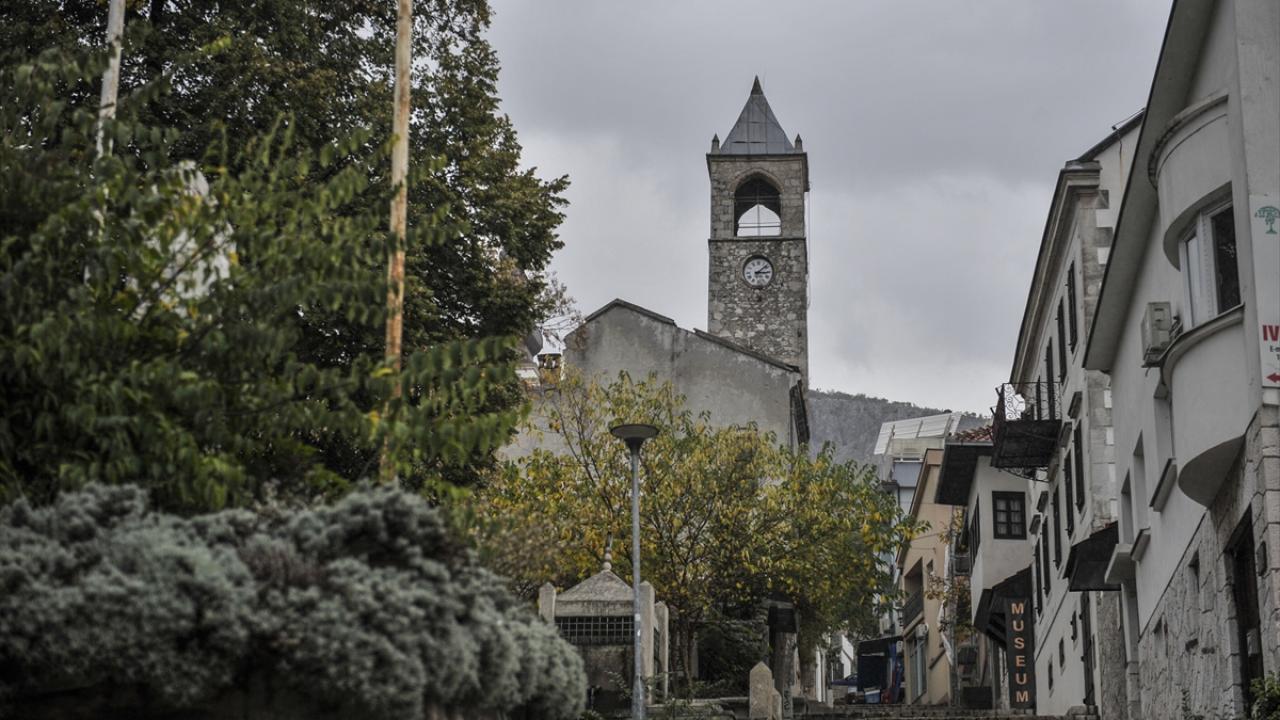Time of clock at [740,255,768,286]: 3:08
